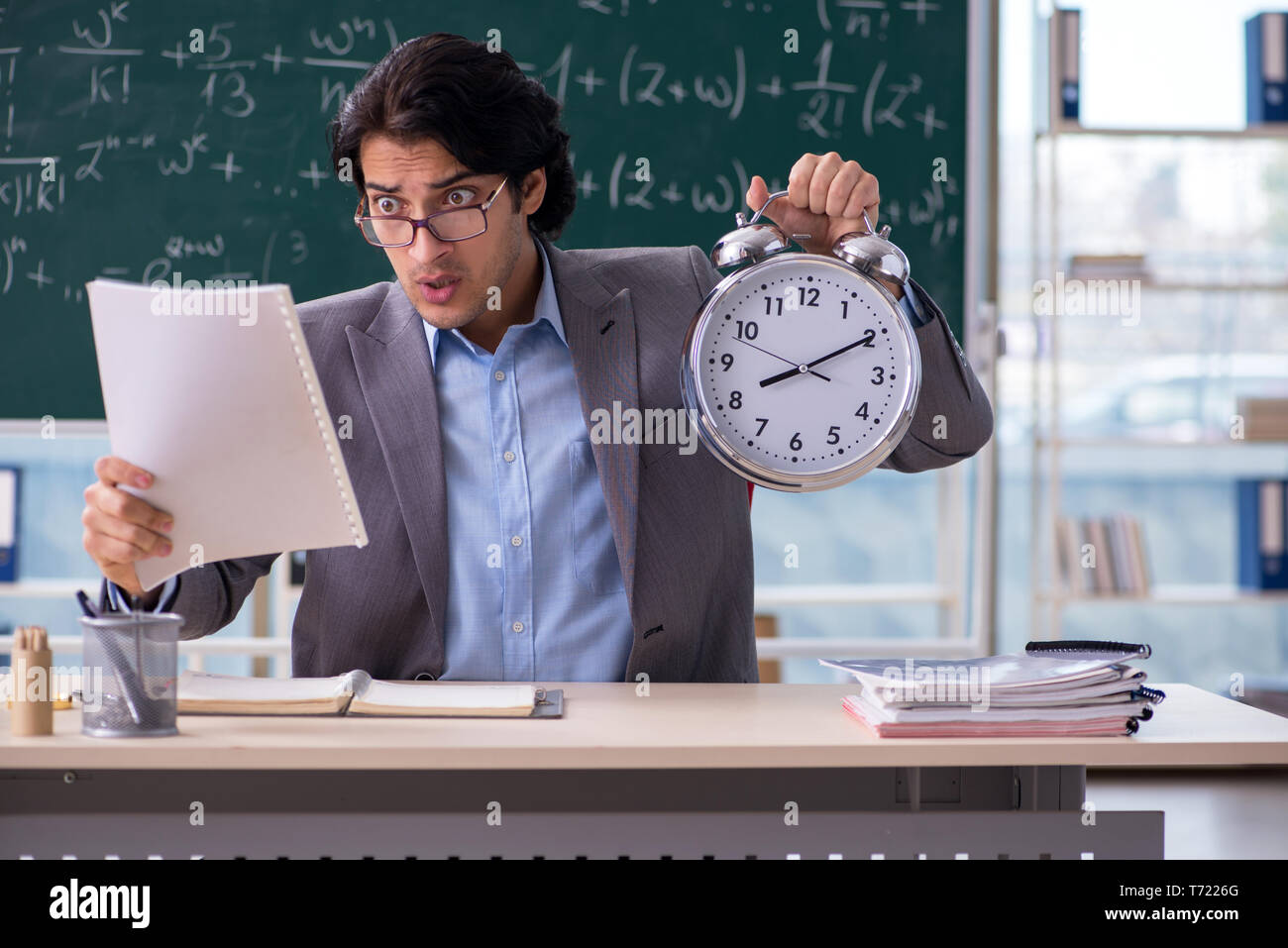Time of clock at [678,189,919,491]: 8:10
